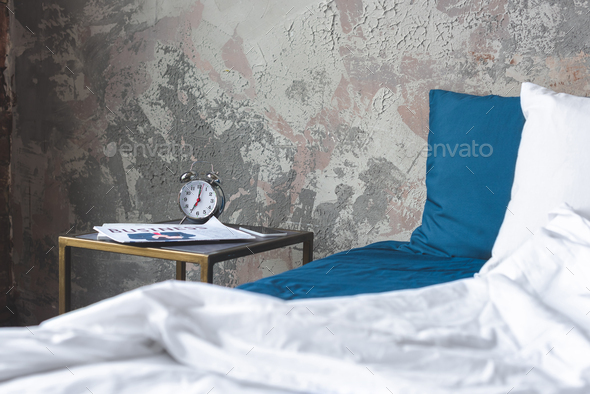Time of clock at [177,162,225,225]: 7:01
